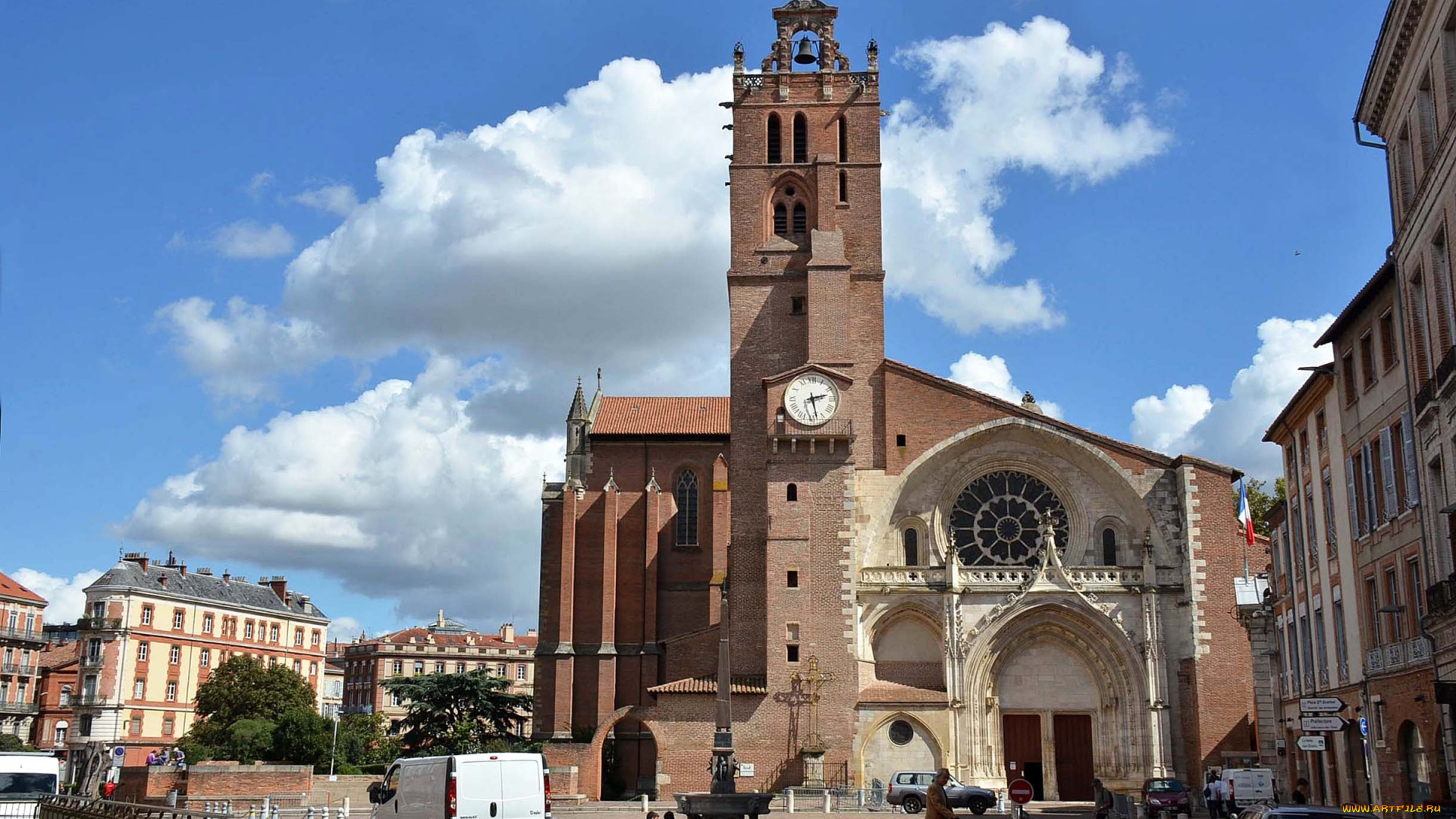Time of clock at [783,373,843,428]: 2:27
